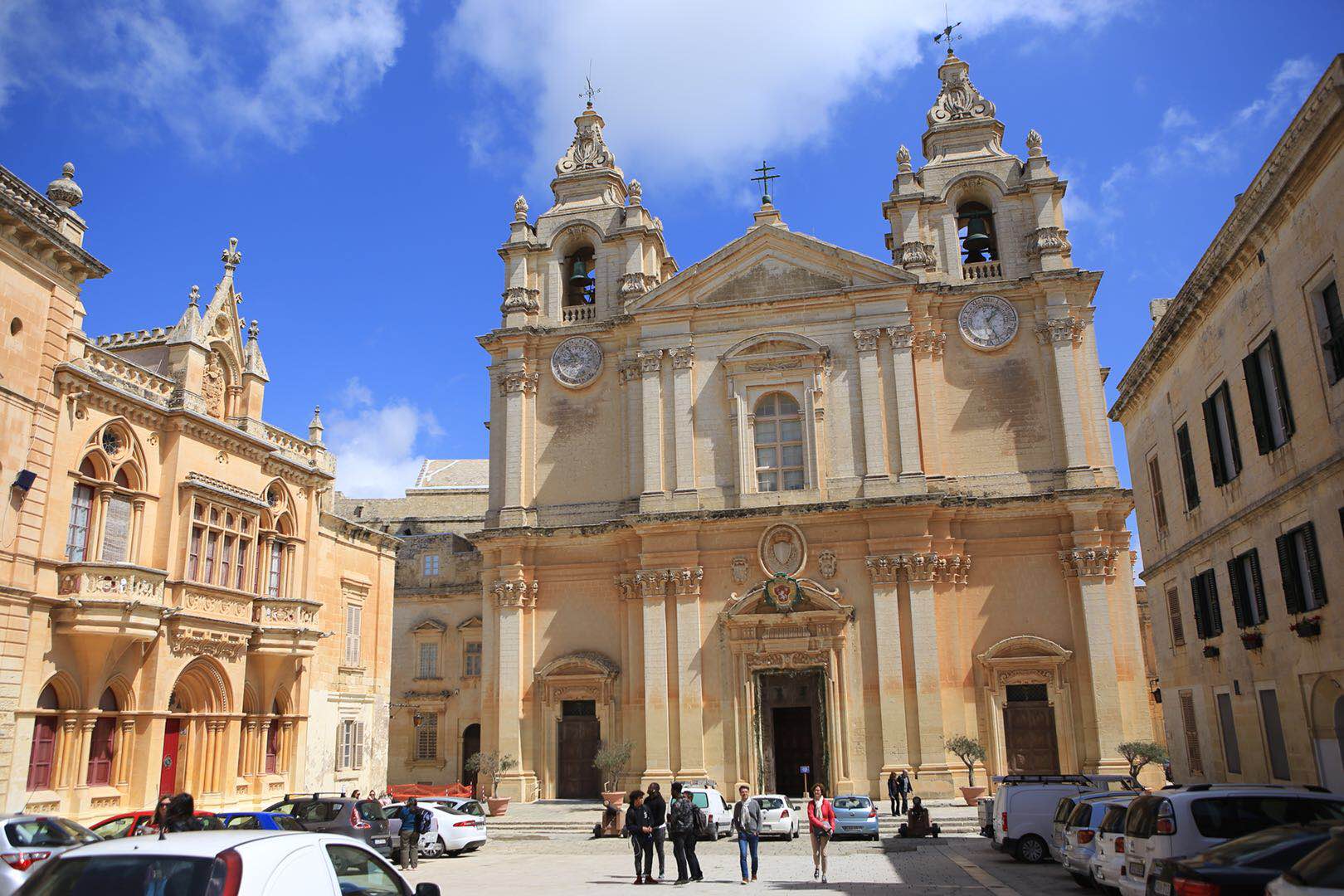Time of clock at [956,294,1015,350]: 1:26
